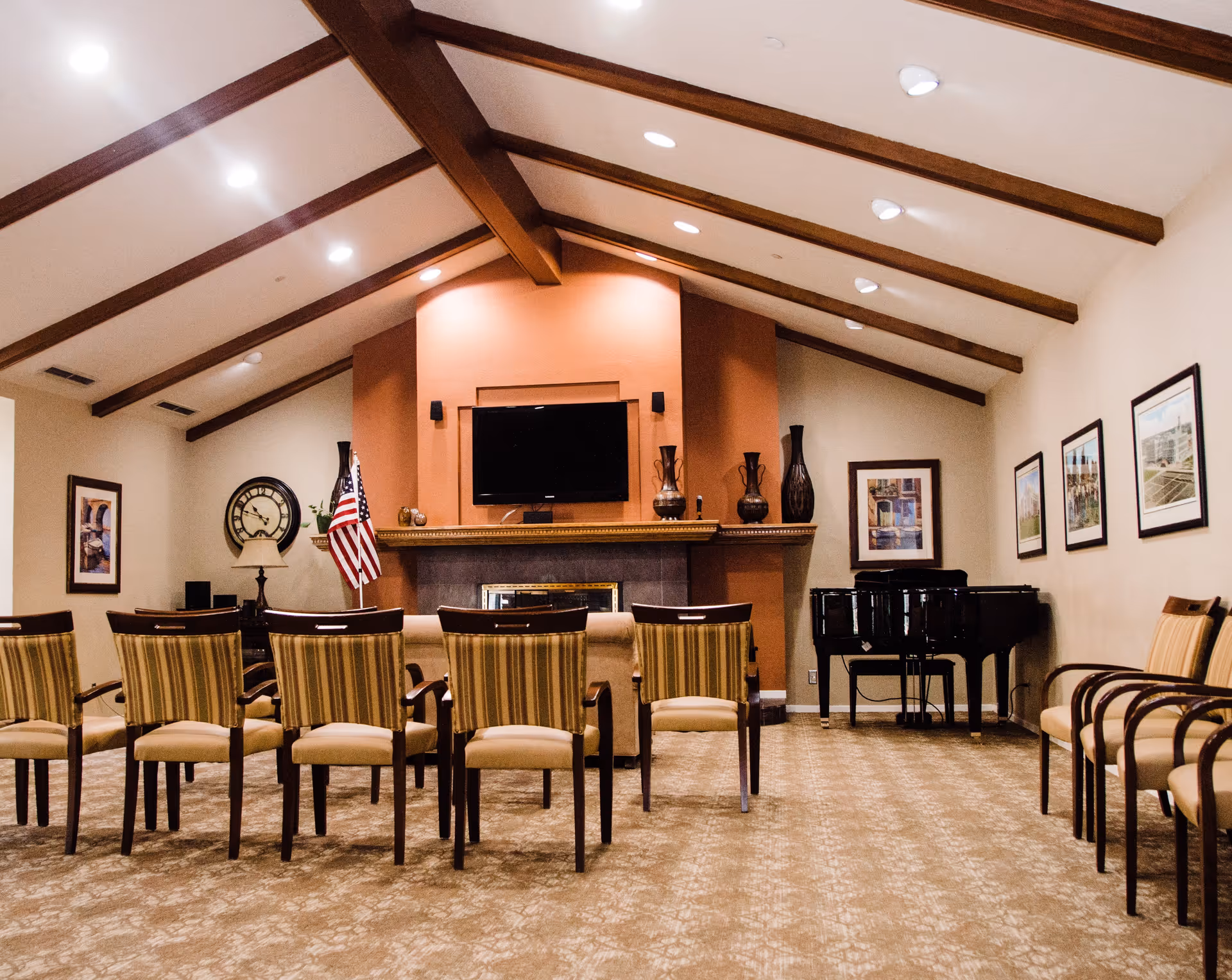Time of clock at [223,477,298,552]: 10:48
